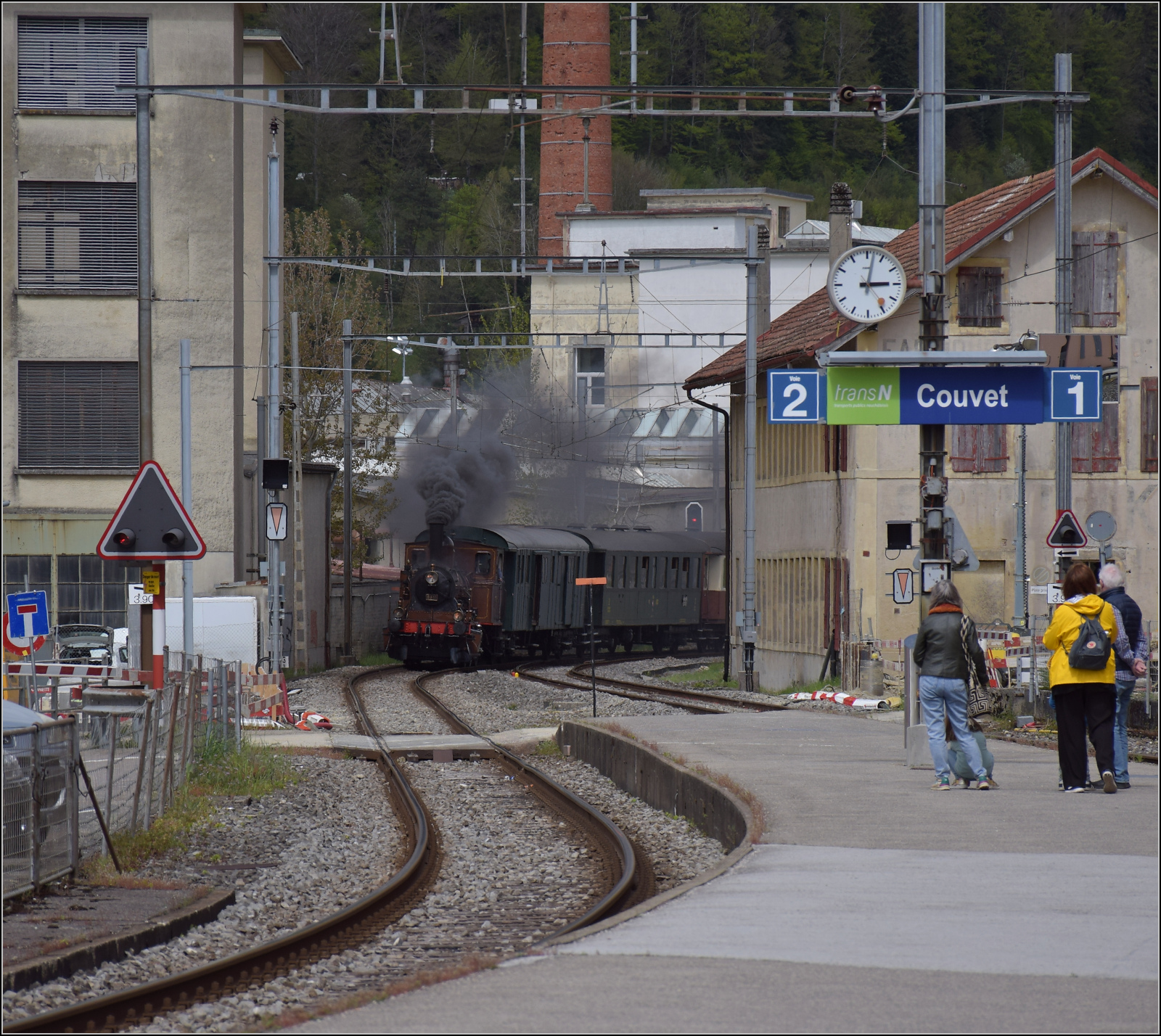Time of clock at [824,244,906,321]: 3:02
